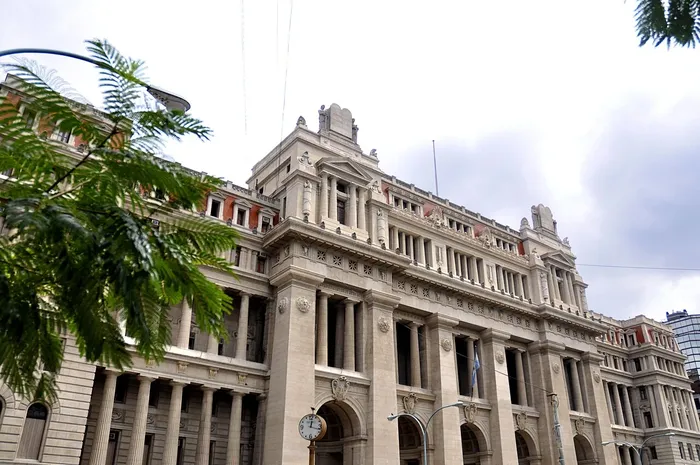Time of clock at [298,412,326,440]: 12:17
